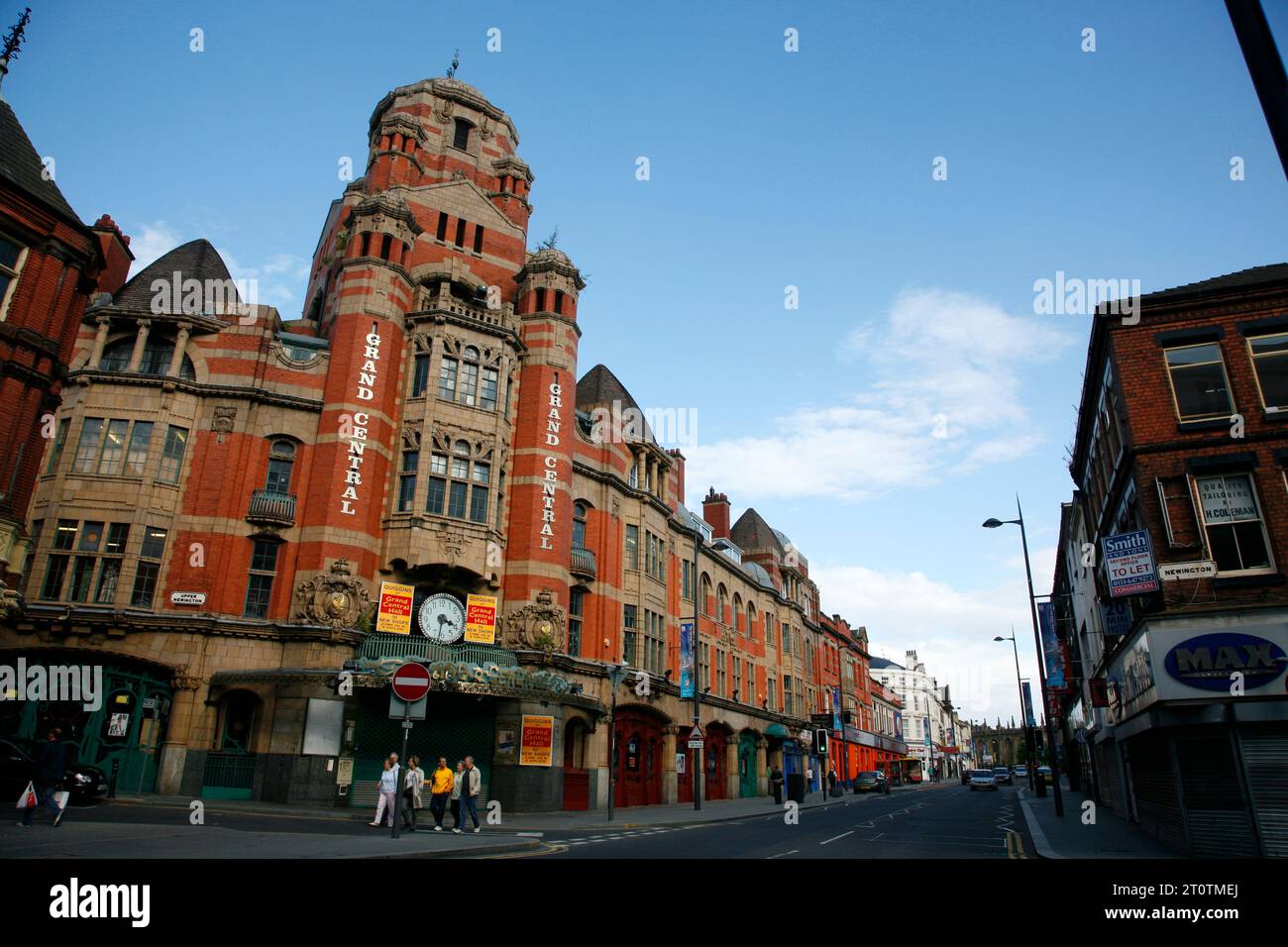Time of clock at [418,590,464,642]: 3:31
